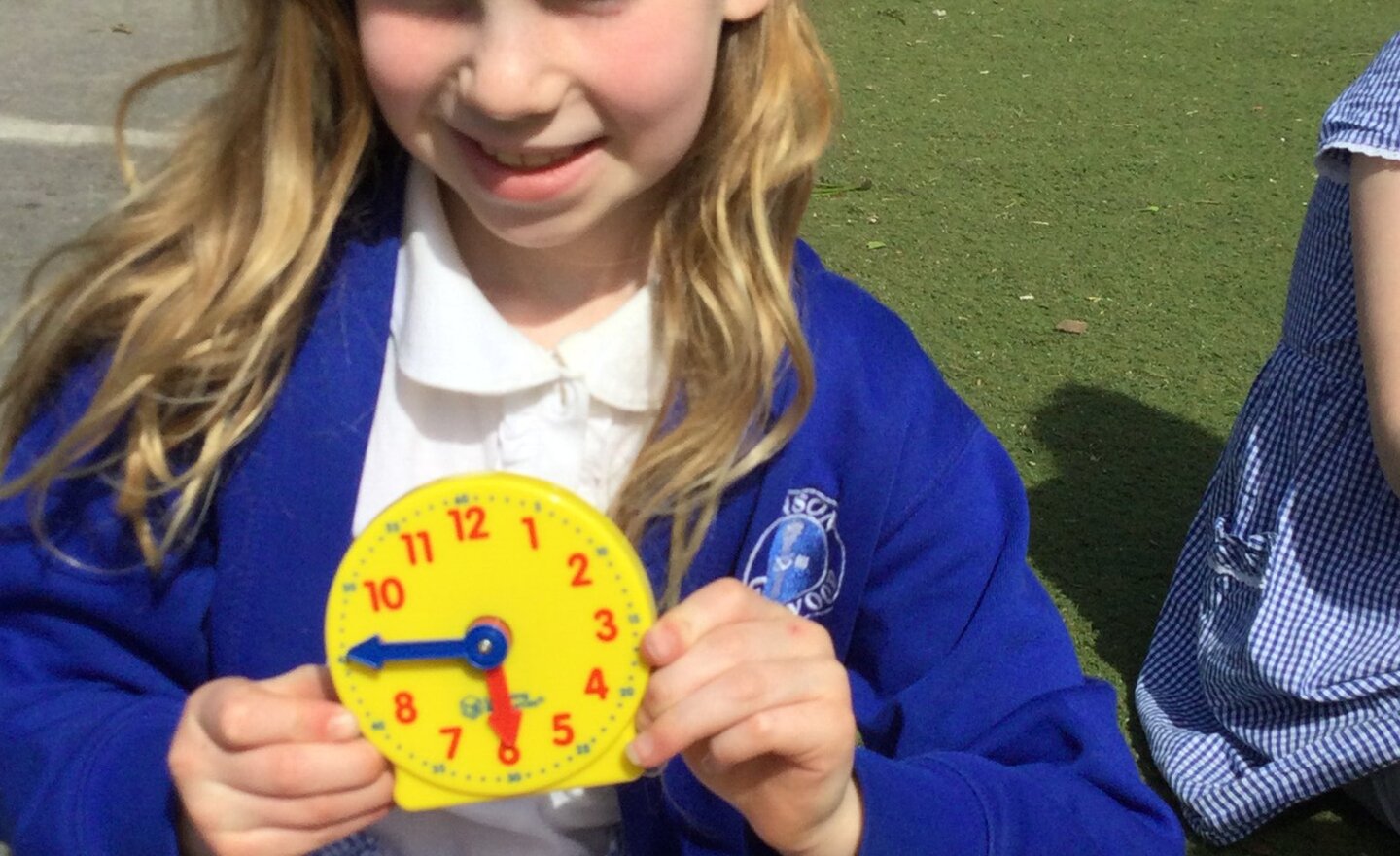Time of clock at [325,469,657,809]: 5:45
